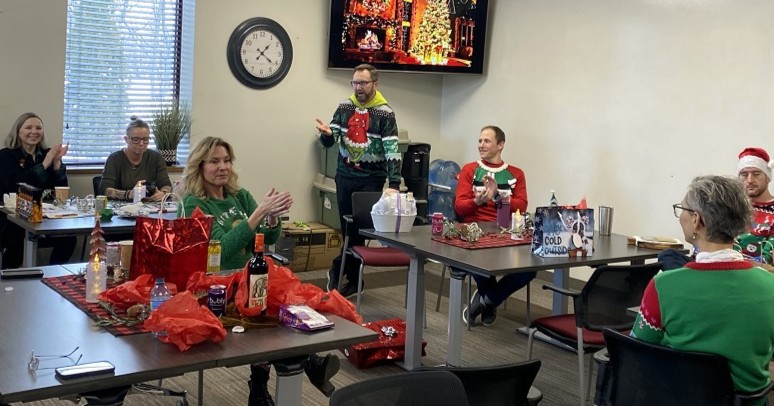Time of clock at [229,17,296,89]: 1:21
